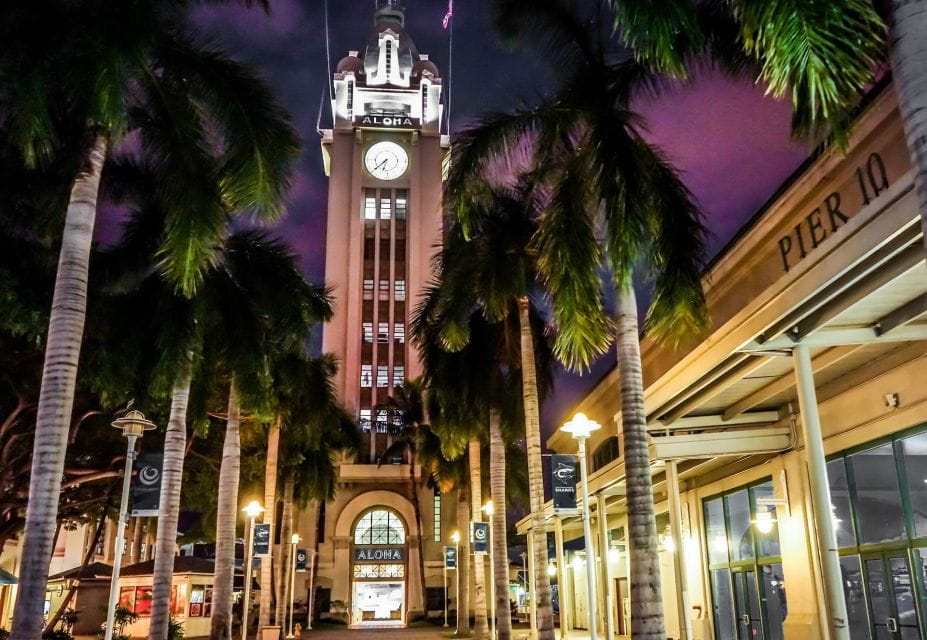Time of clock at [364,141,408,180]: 6:38
